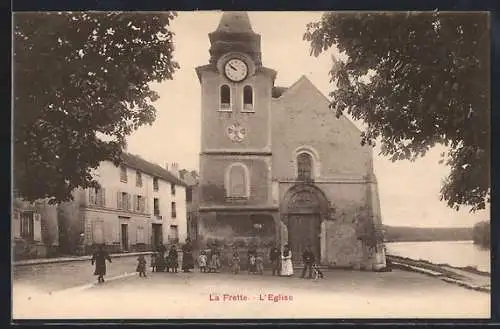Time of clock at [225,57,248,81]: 9:51
